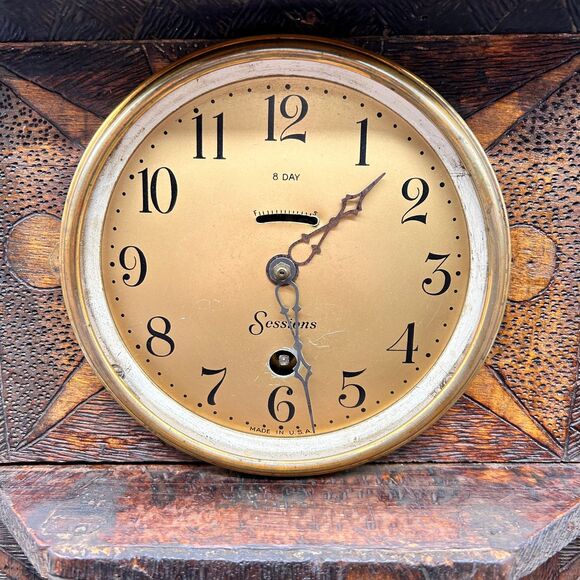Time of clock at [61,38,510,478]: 1:28
